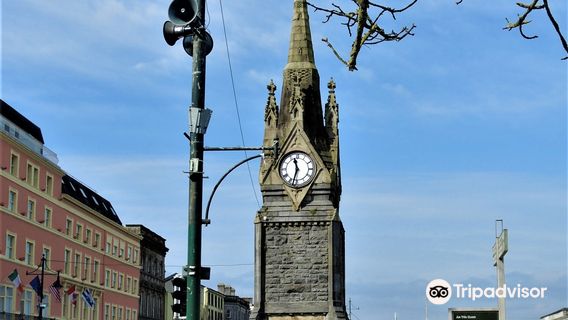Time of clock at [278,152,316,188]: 11:32
